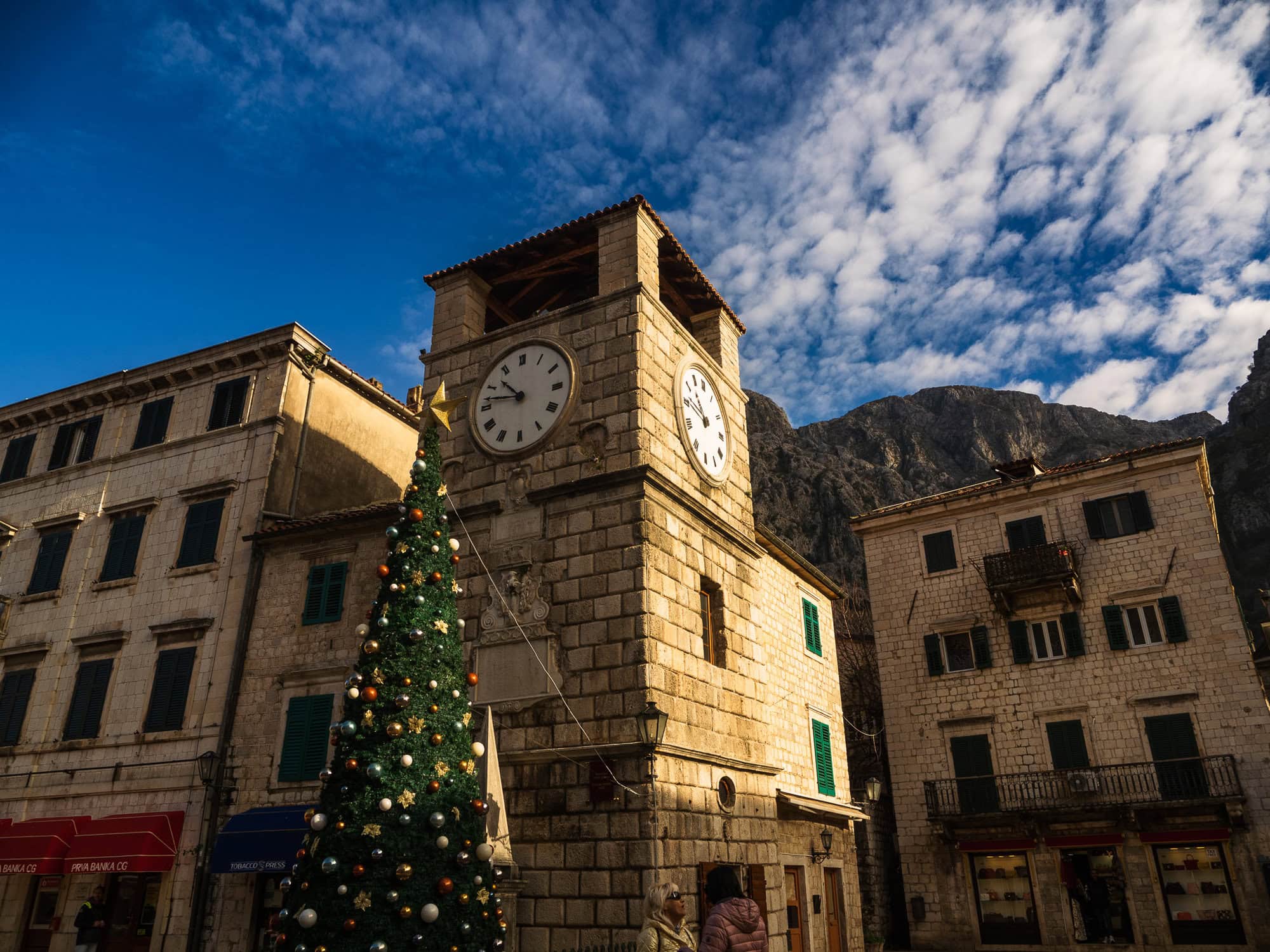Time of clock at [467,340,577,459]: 10:46
